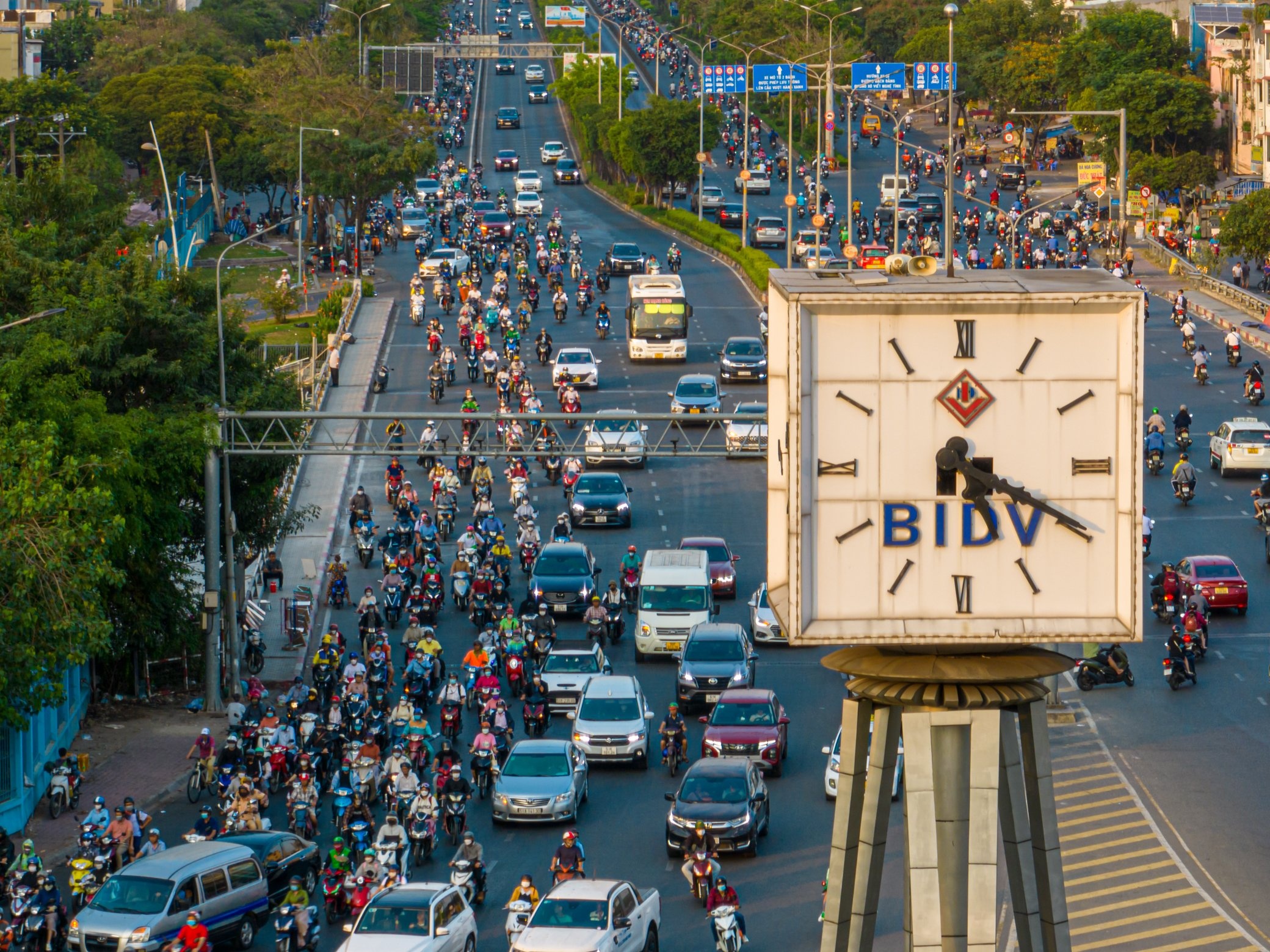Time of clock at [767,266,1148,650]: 5:19
